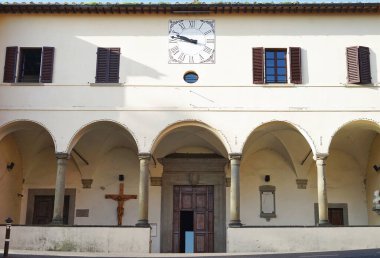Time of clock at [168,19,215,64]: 9:47
